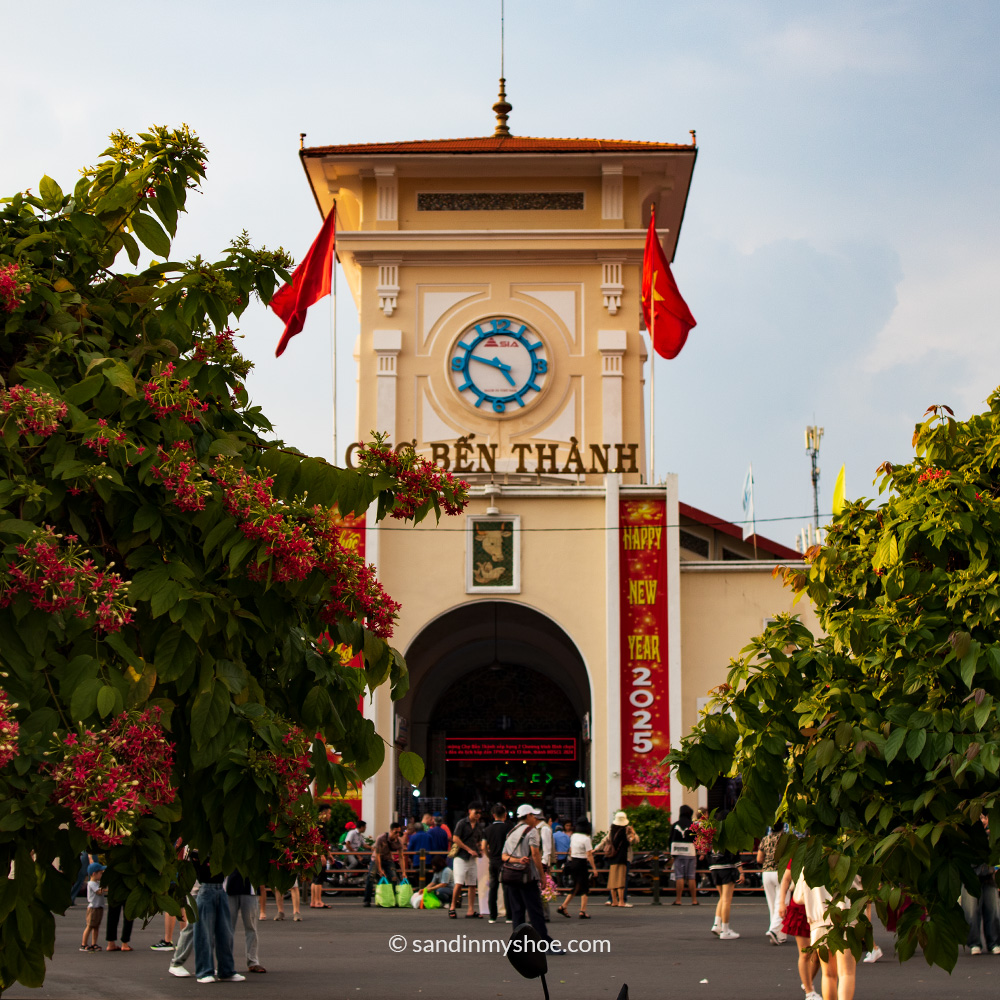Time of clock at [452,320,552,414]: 4:48
